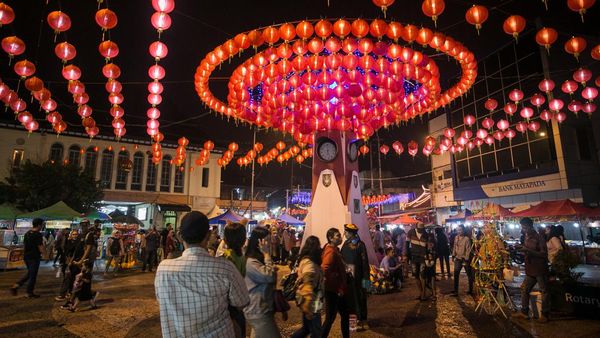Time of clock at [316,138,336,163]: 6:27
